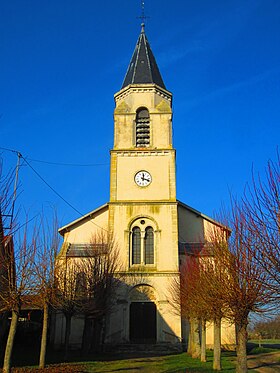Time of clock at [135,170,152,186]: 12:18
